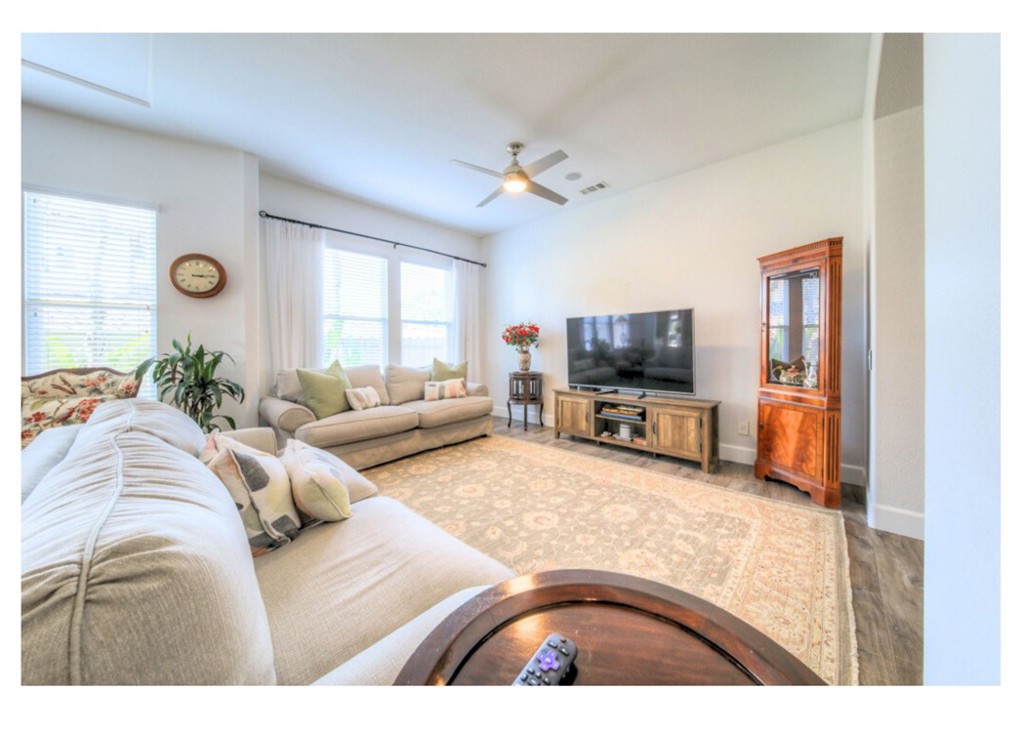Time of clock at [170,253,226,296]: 3:14
